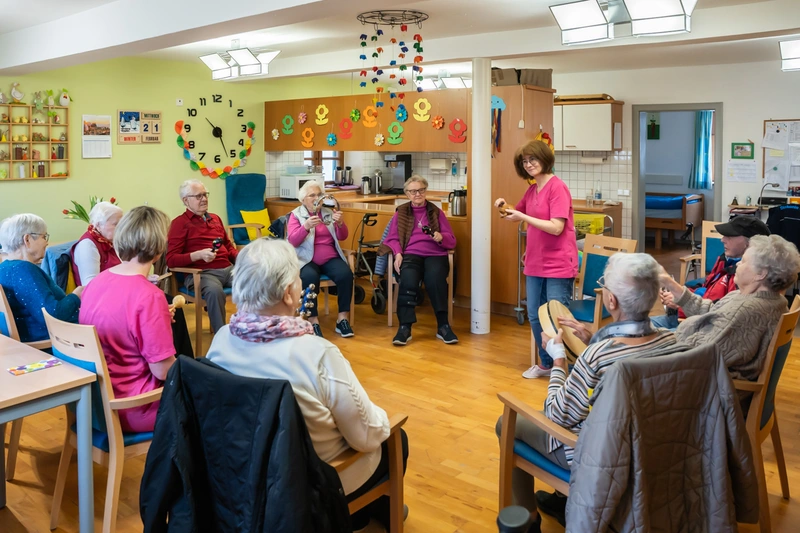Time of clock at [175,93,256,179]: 10:26
